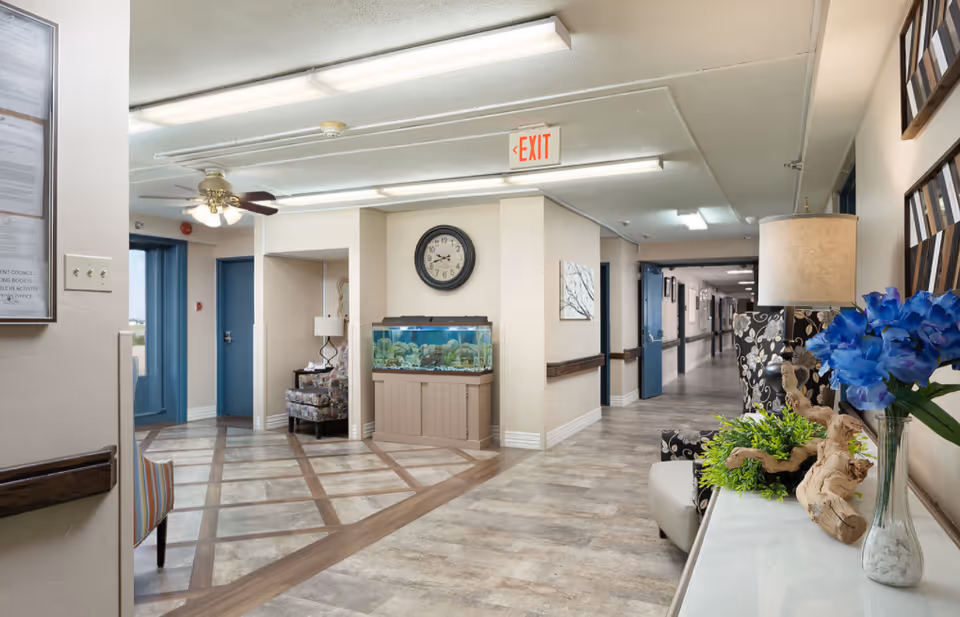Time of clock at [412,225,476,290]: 9:42
